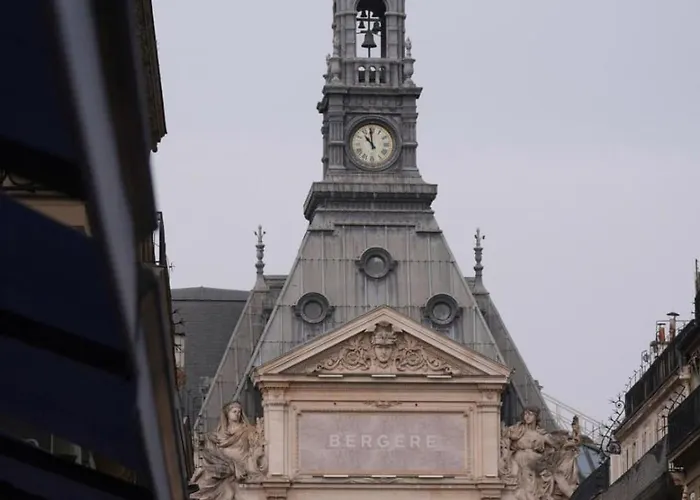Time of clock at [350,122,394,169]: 10:59
